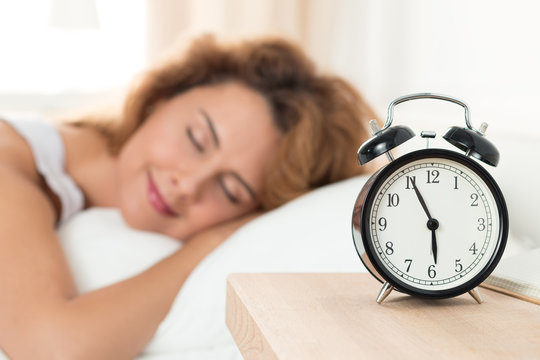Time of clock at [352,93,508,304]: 5:55
